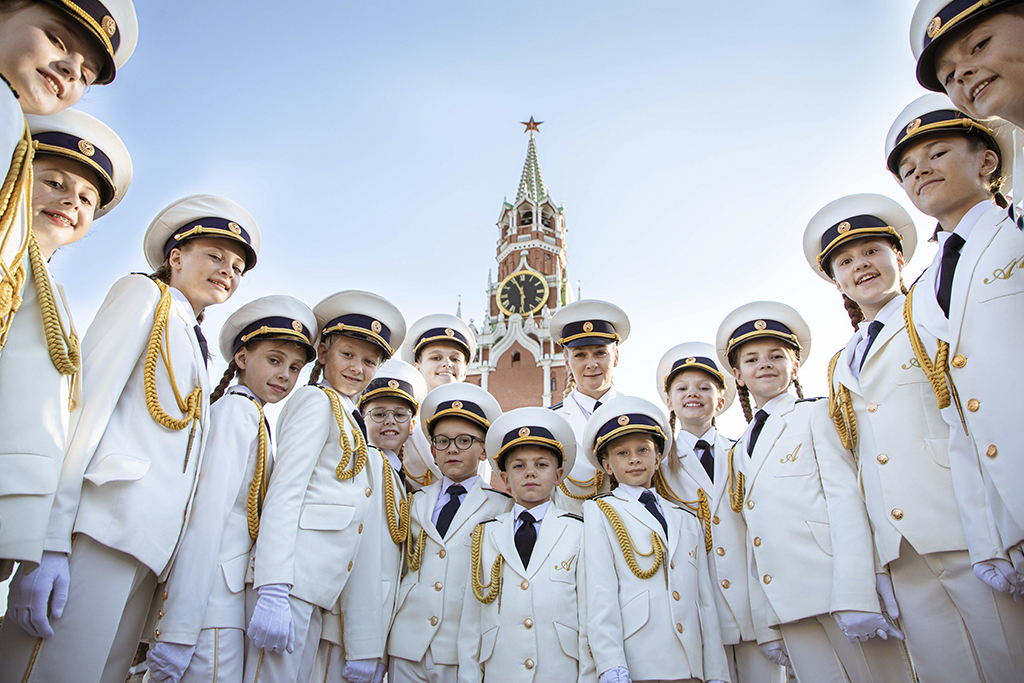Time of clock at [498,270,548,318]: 5:55
